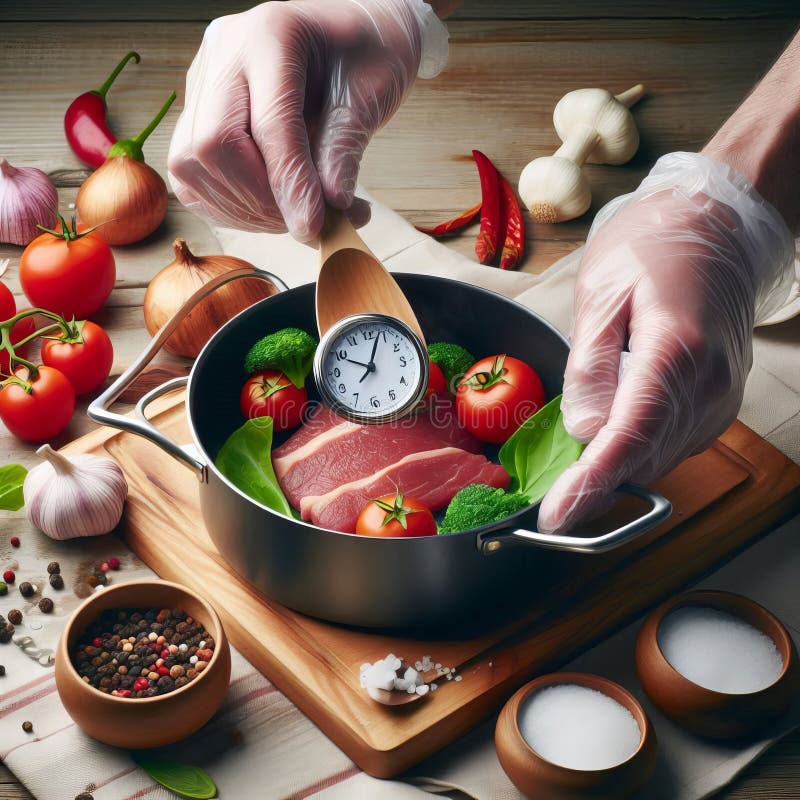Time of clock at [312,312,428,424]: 10:03
